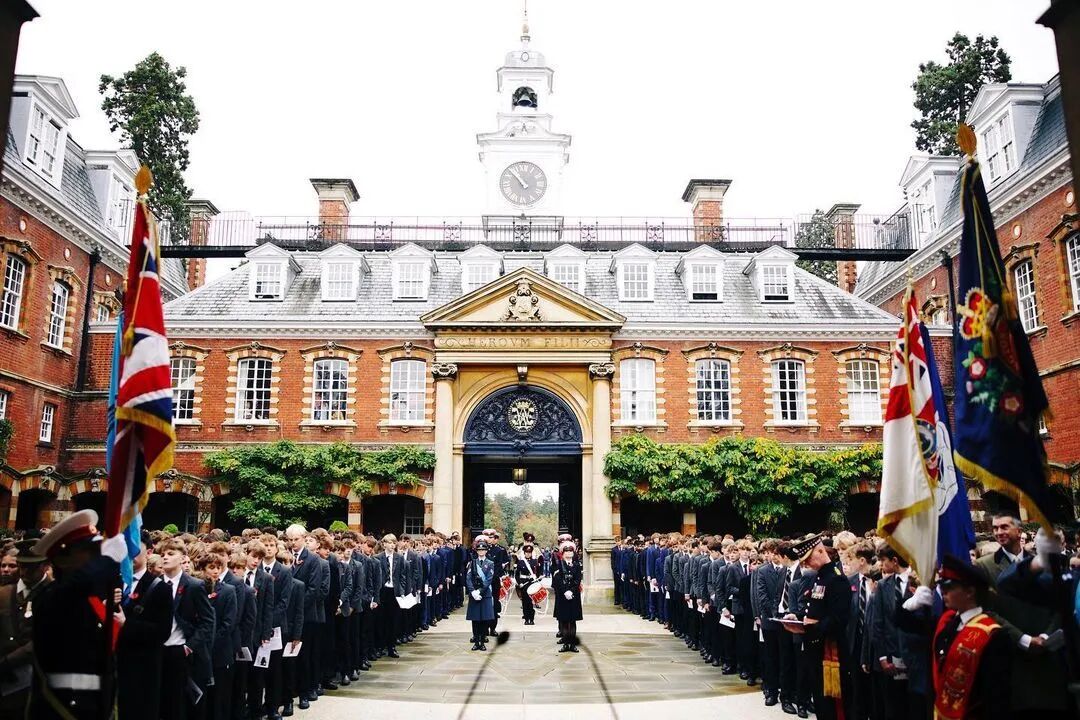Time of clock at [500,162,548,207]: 10:52
